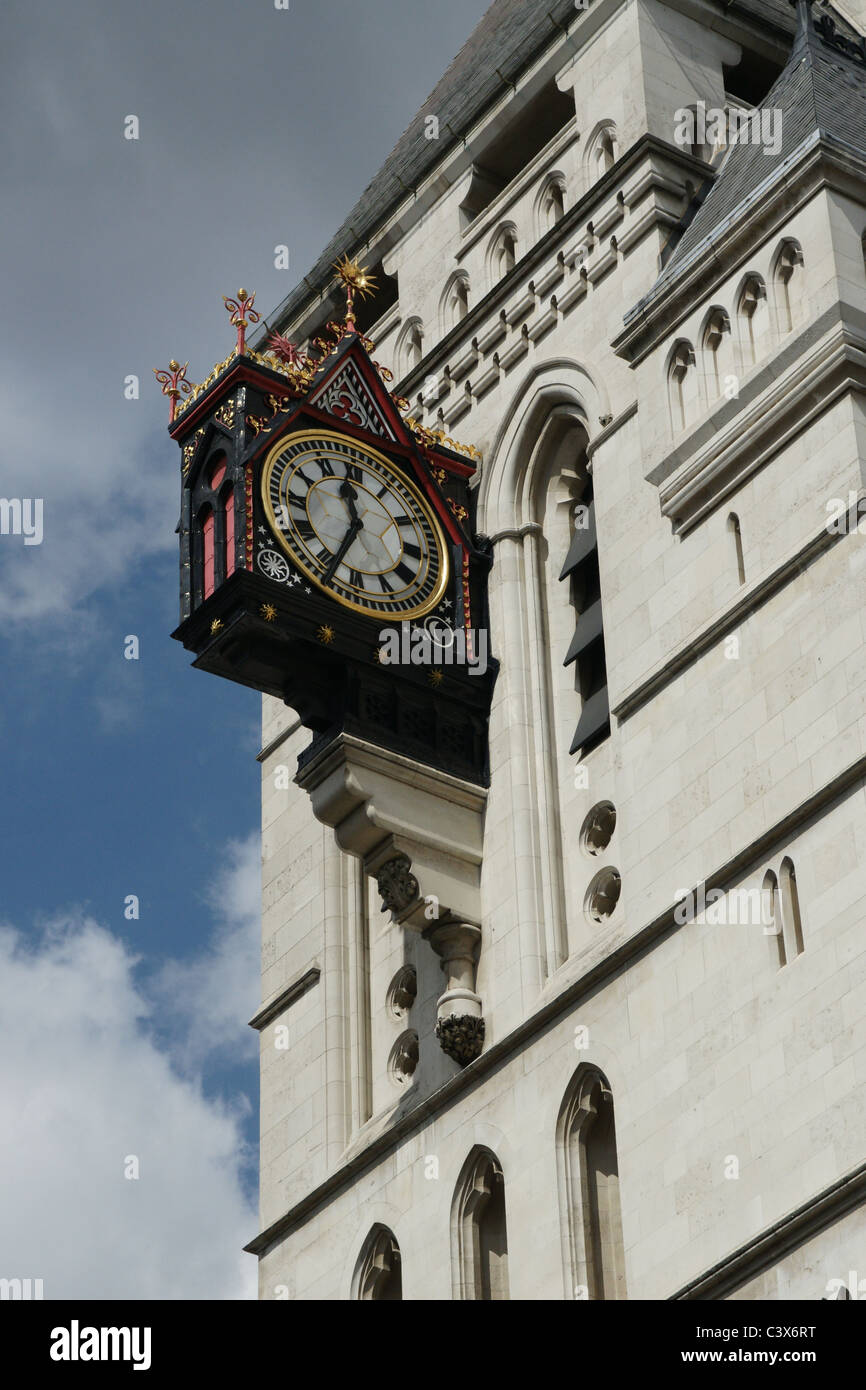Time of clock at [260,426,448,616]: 11:34
